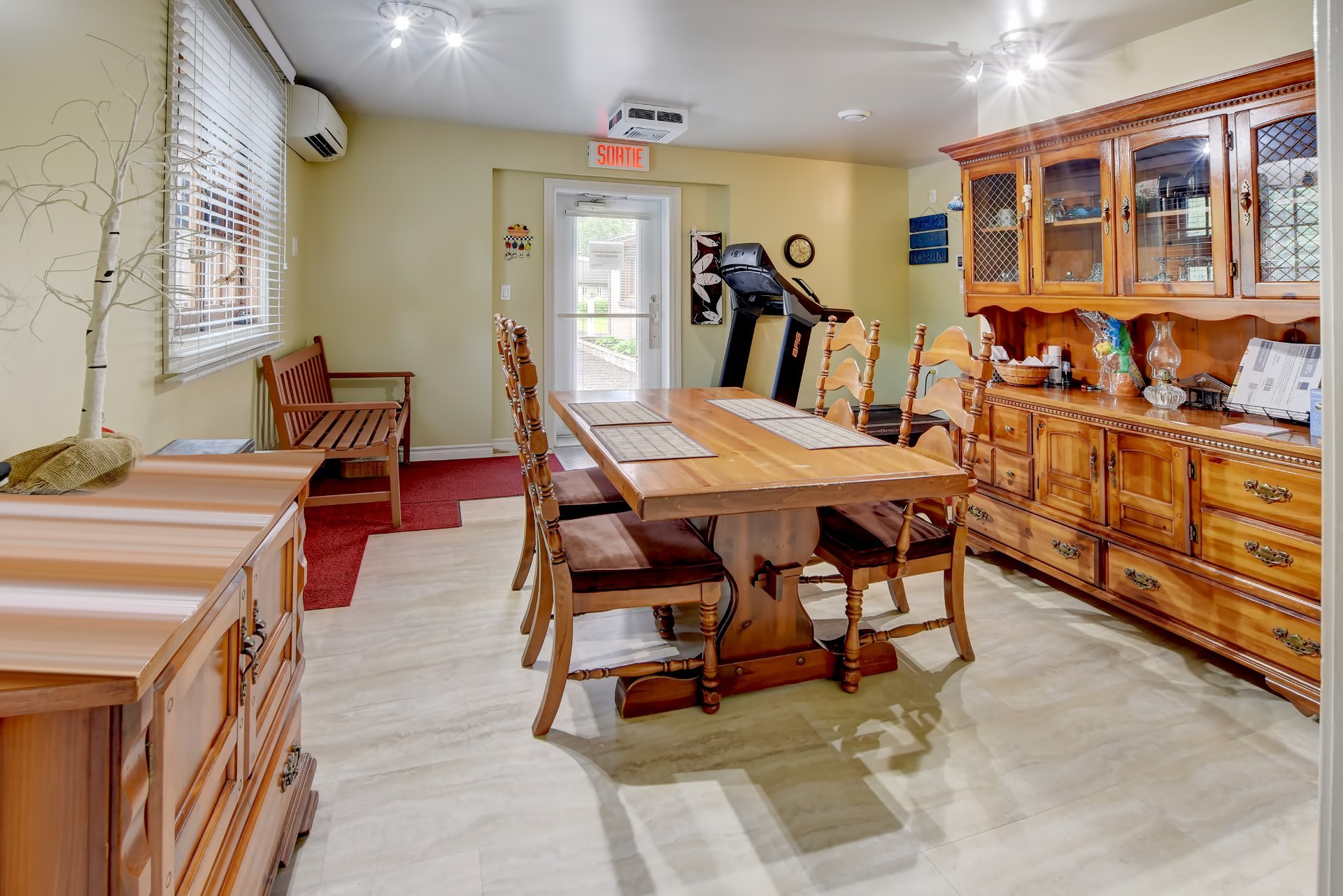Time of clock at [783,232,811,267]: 3:57
